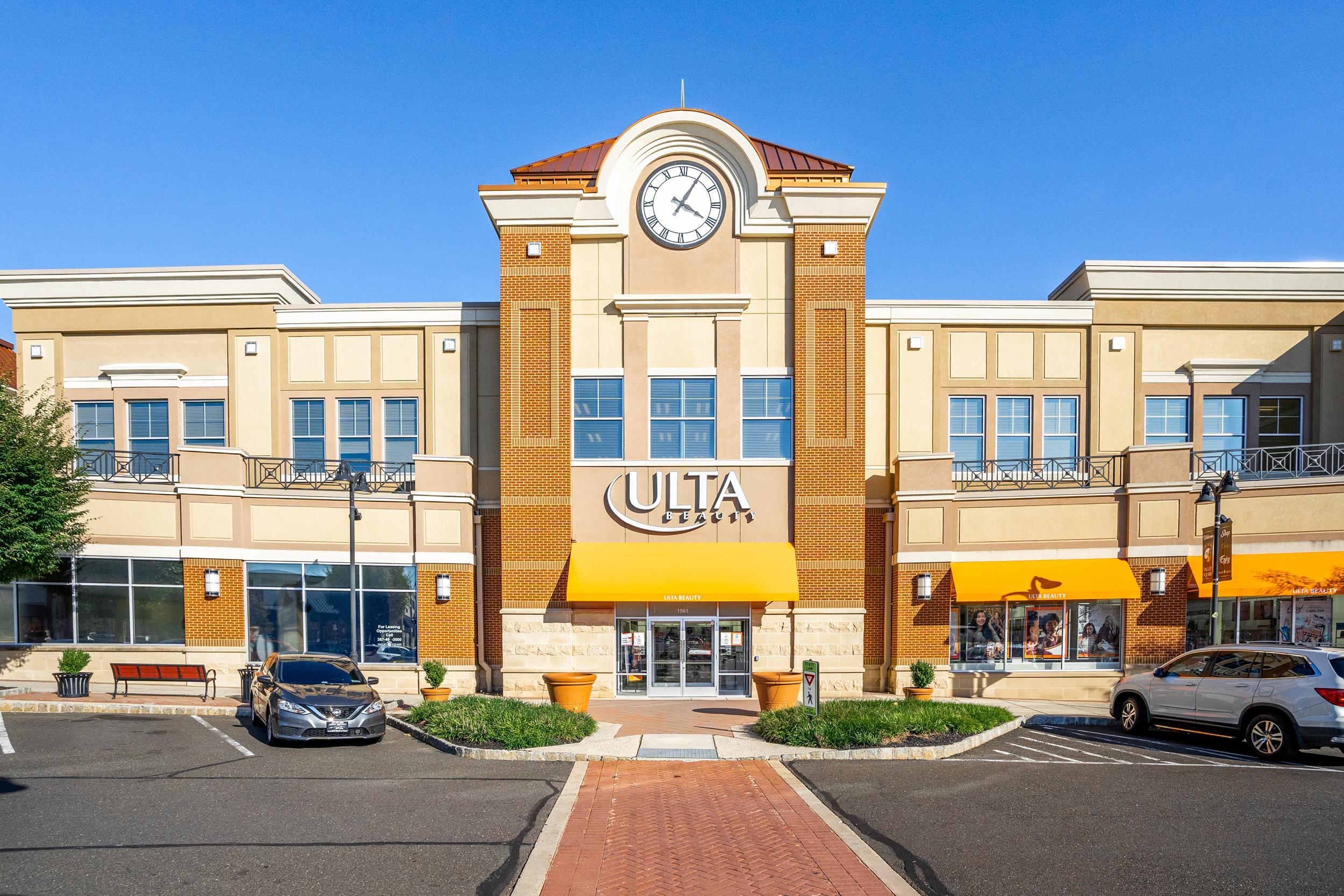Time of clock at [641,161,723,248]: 4:05
